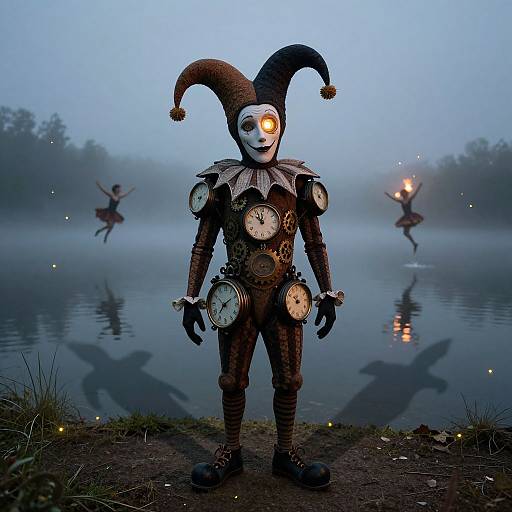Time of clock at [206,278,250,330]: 7:09
